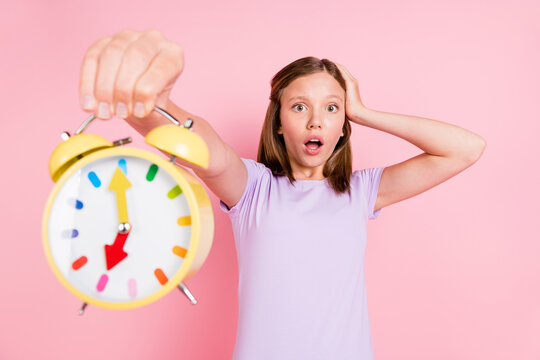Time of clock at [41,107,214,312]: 6:59
